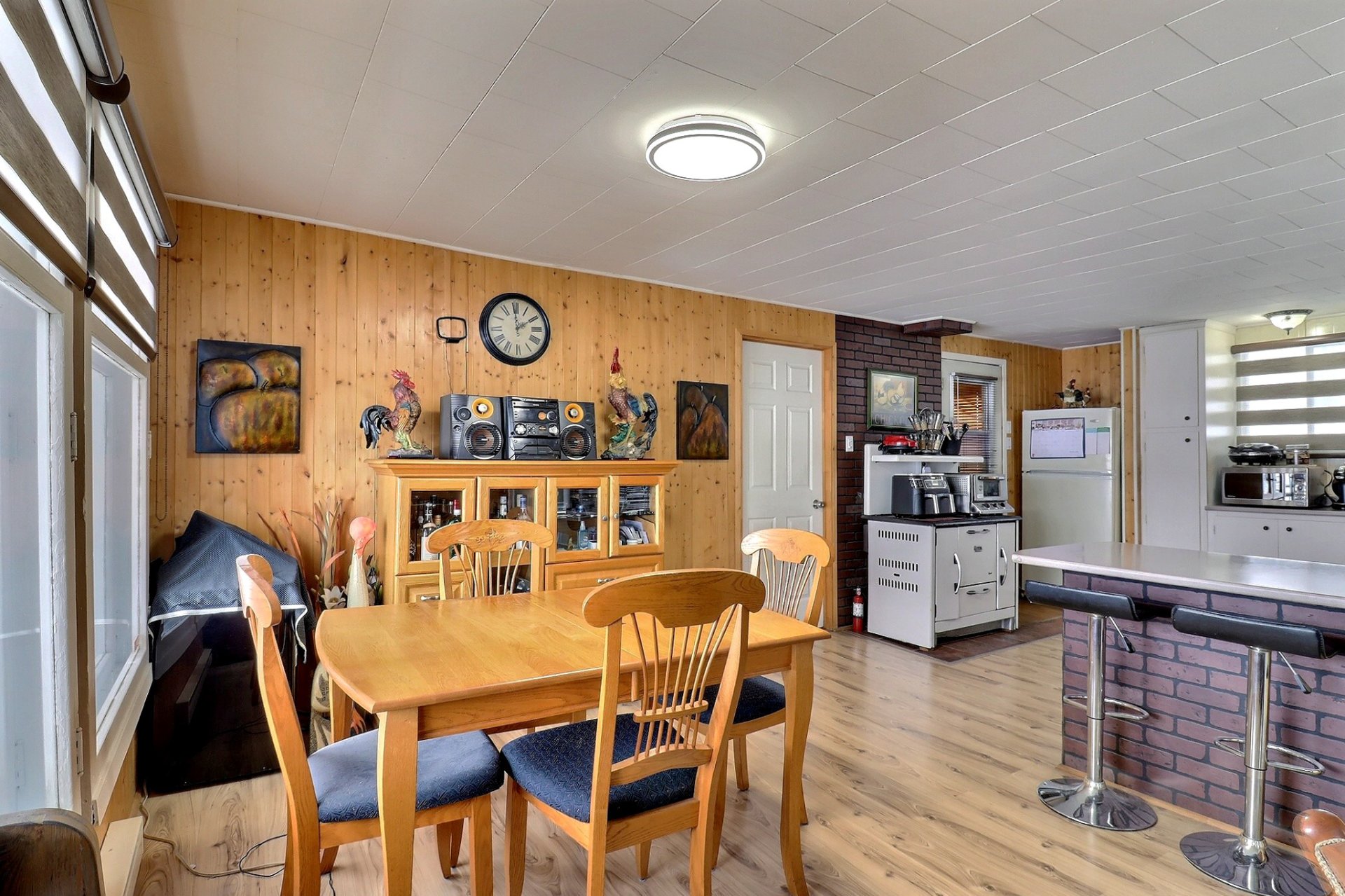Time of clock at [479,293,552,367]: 1:59
